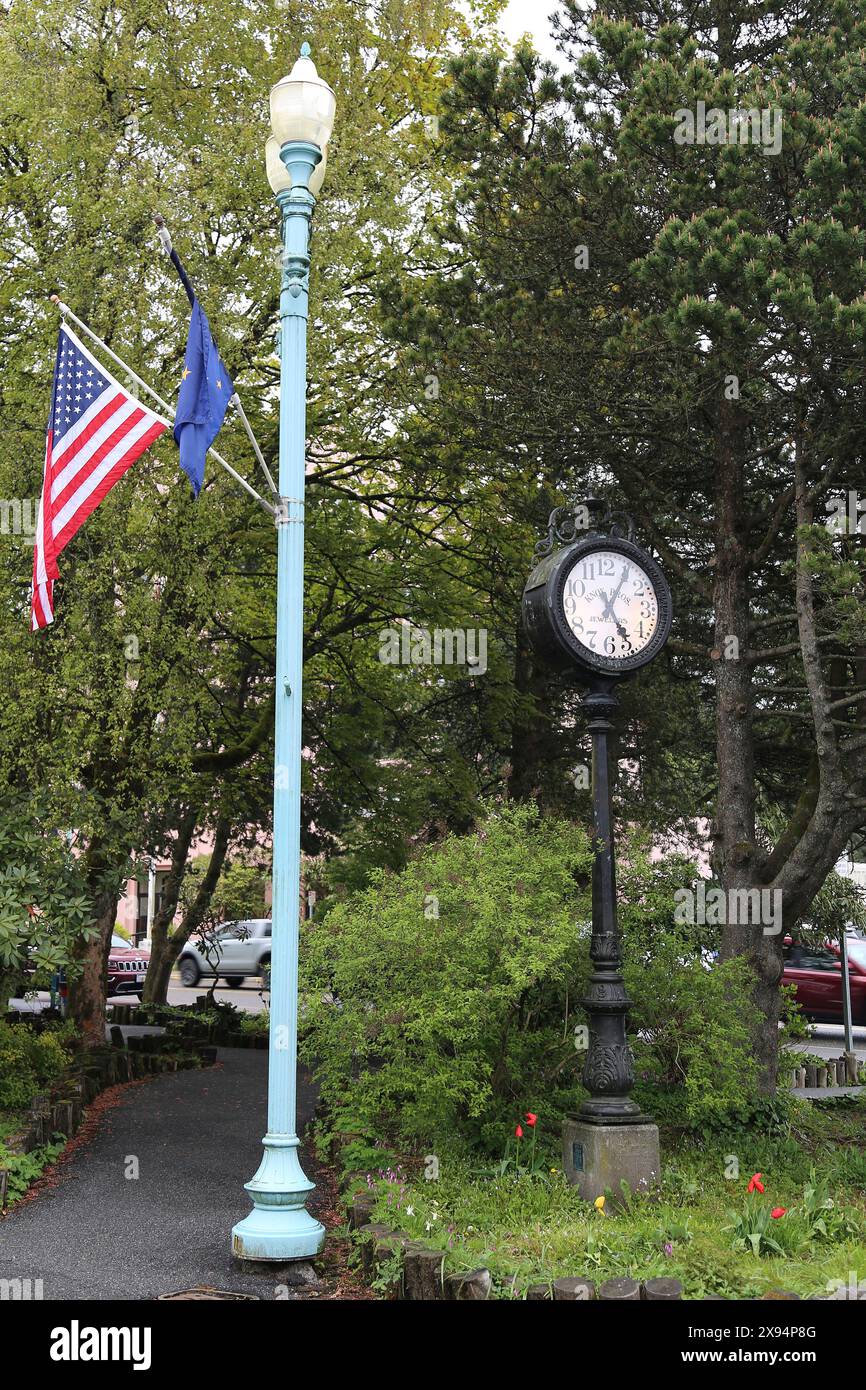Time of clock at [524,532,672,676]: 5:05
